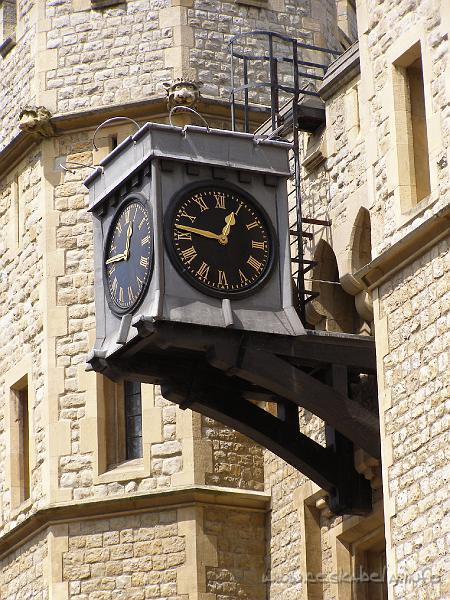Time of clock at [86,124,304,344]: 12:46
